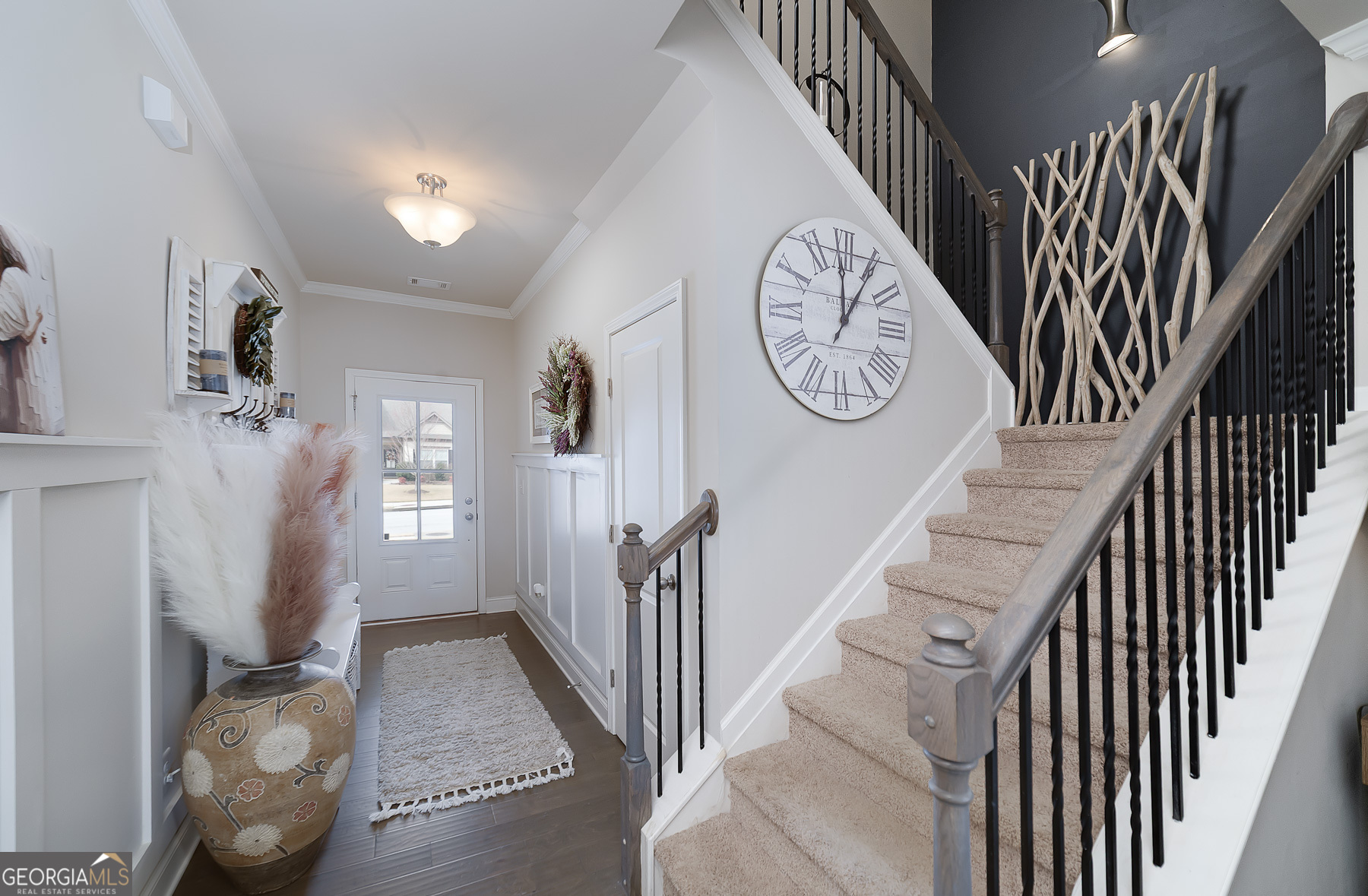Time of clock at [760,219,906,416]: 12:06
